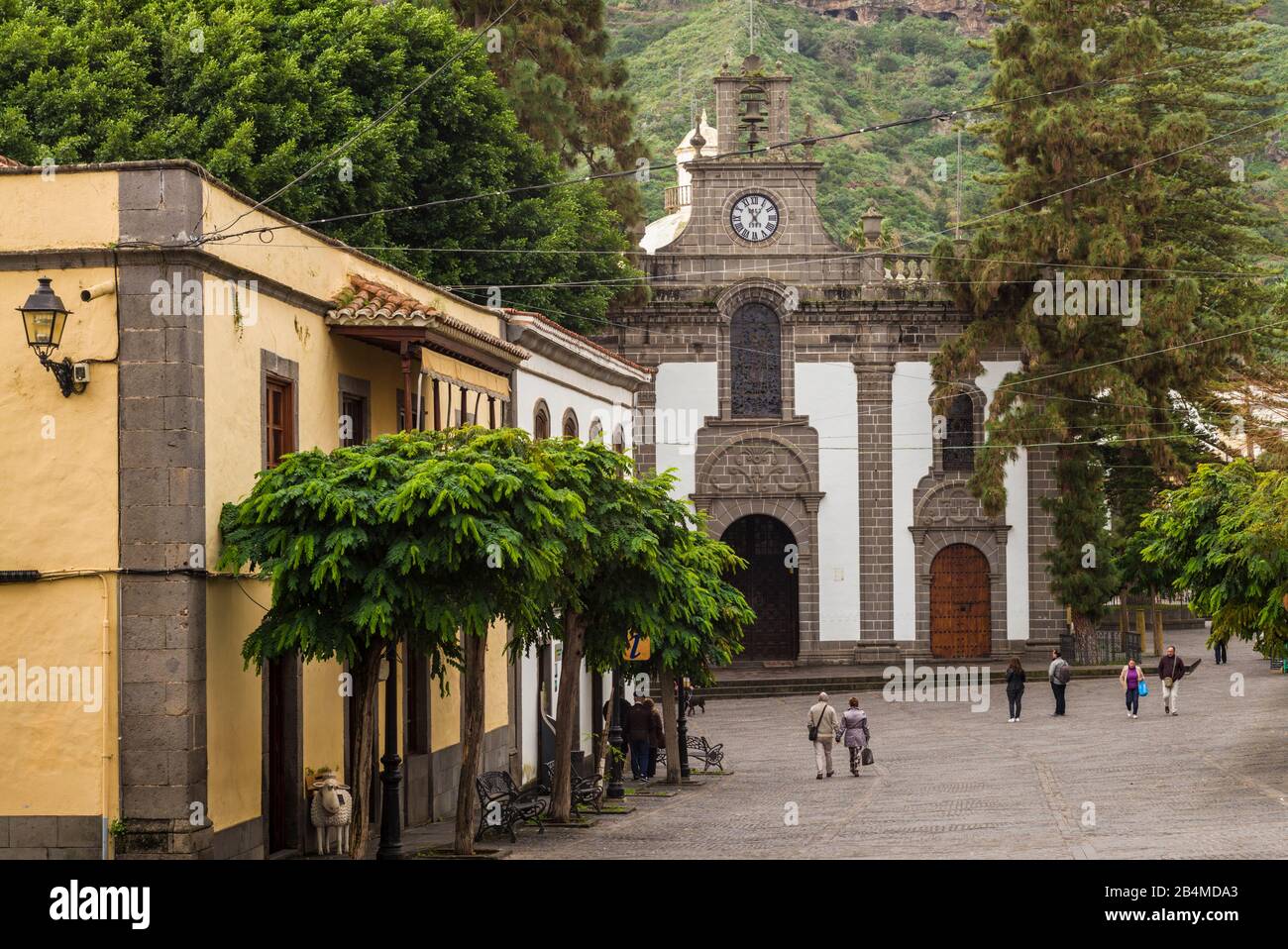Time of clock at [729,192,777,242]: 11:05
